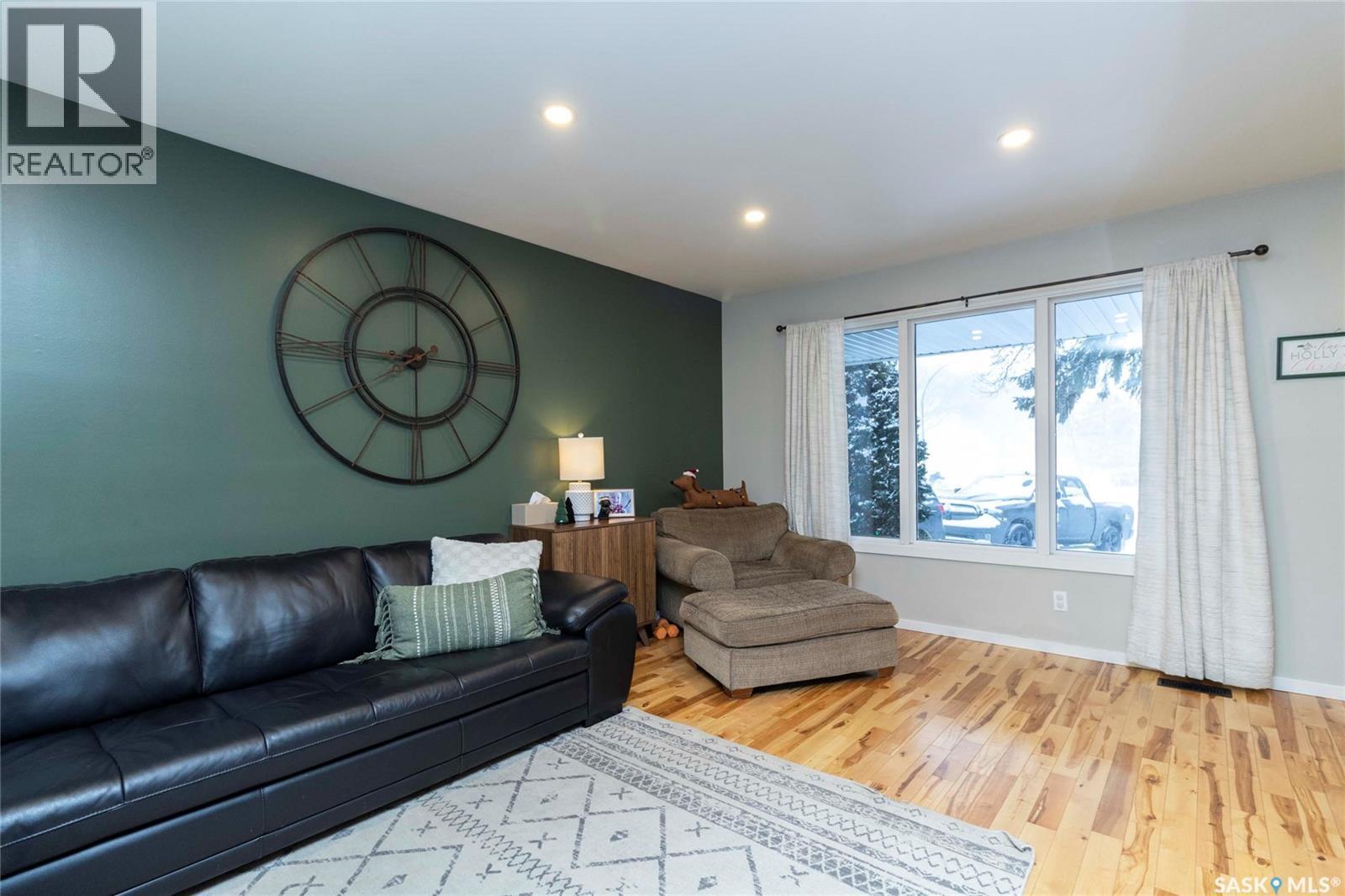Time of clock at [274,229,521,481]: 7:44
